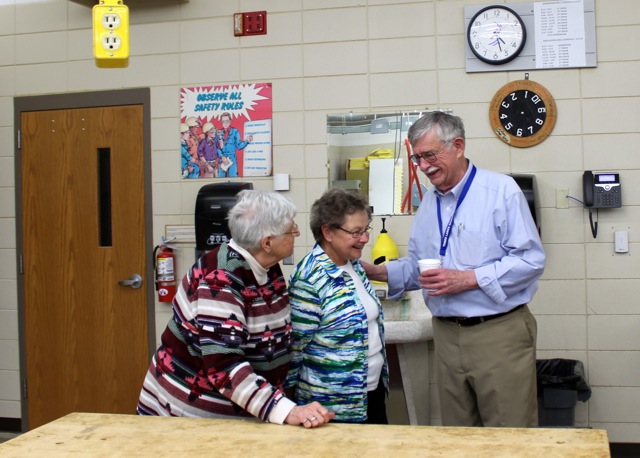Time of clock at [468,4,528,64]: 4:27
